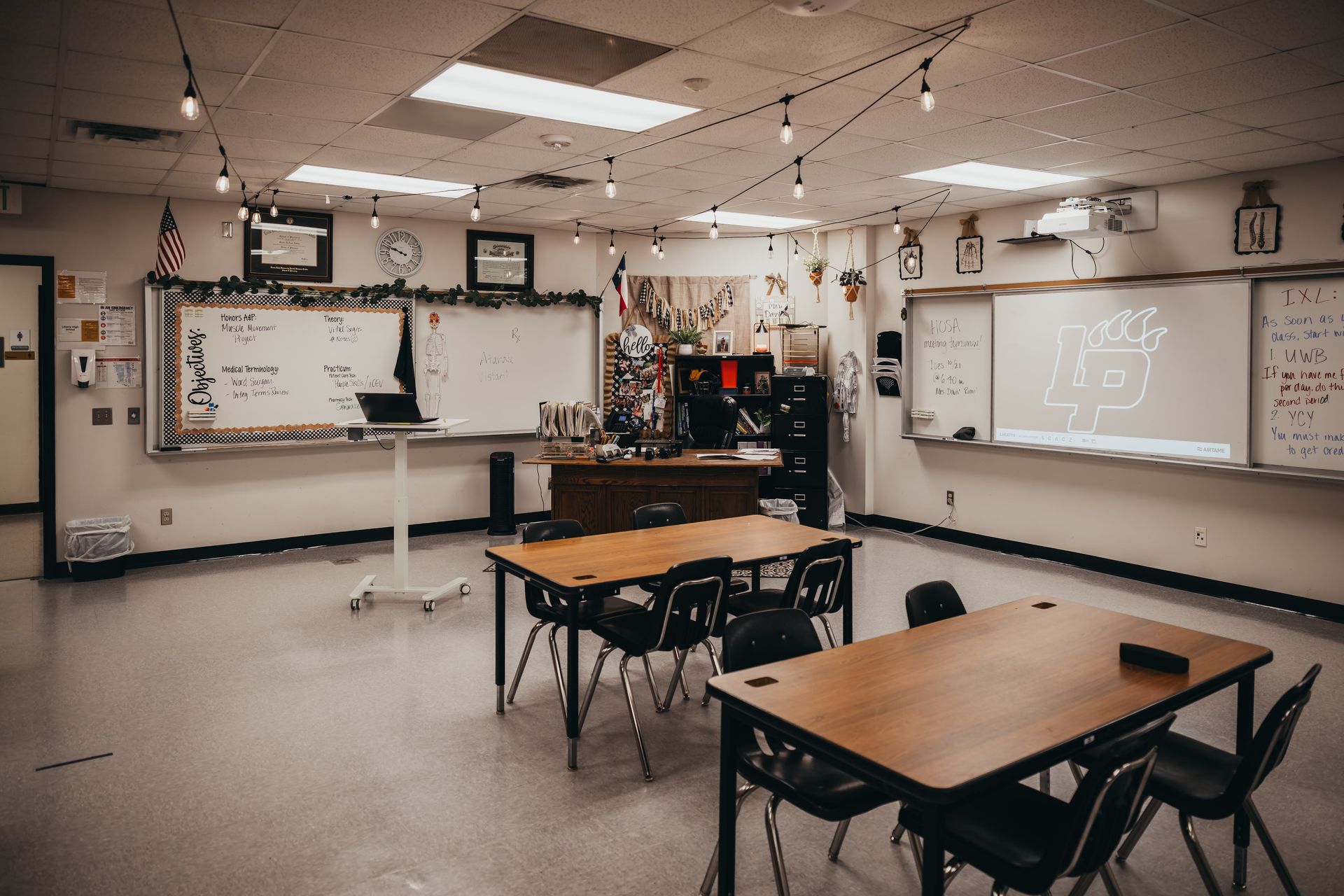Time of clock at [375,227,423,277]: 9:48
